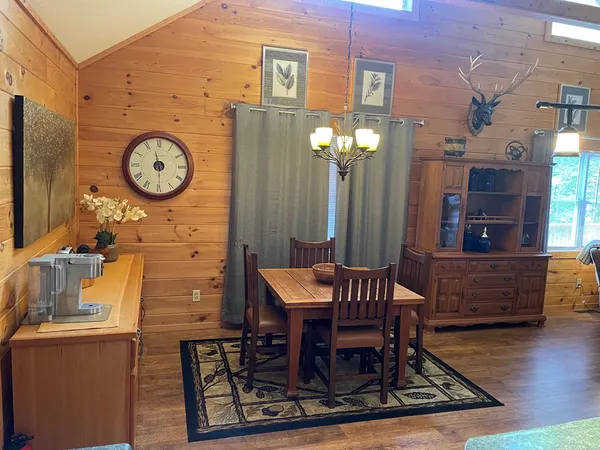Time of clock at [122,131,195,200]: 11:29
